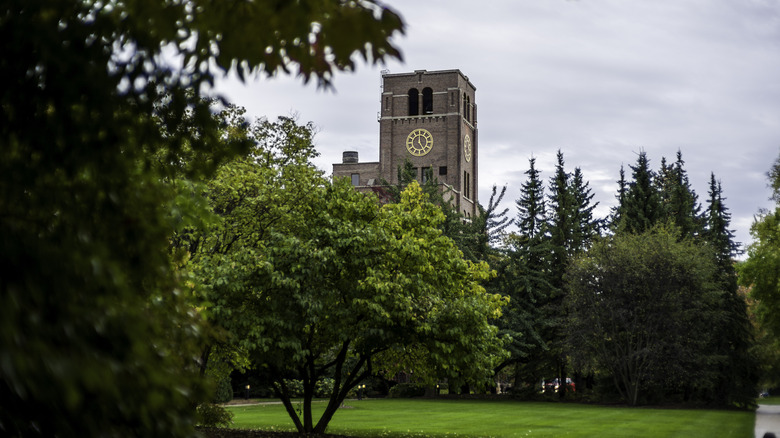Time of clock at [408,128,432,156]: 4:59
